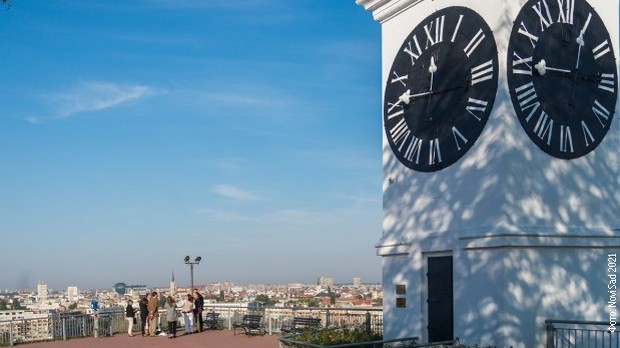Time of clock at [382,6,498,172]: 12:16
